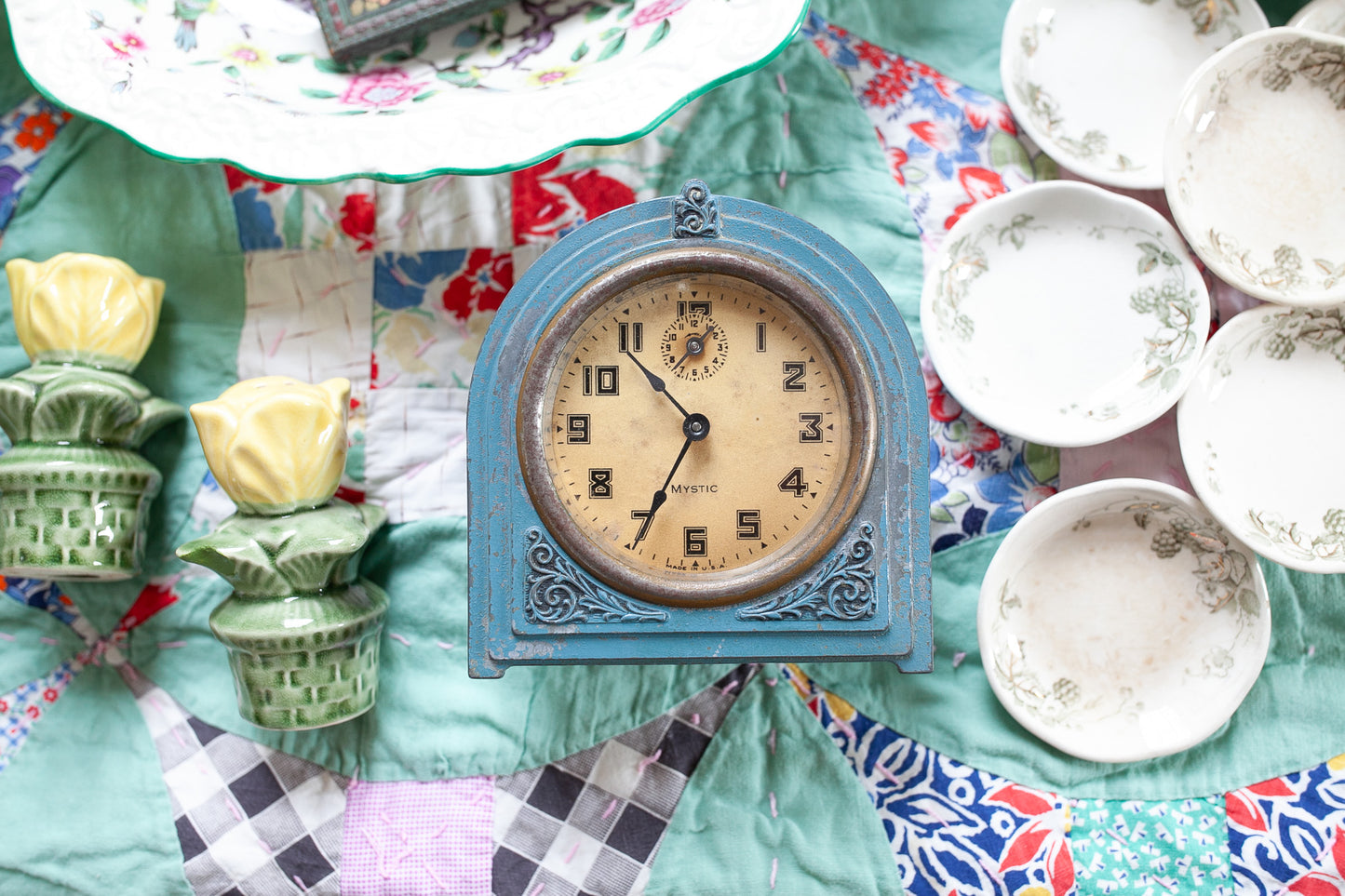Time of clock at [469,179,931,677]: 6:53
